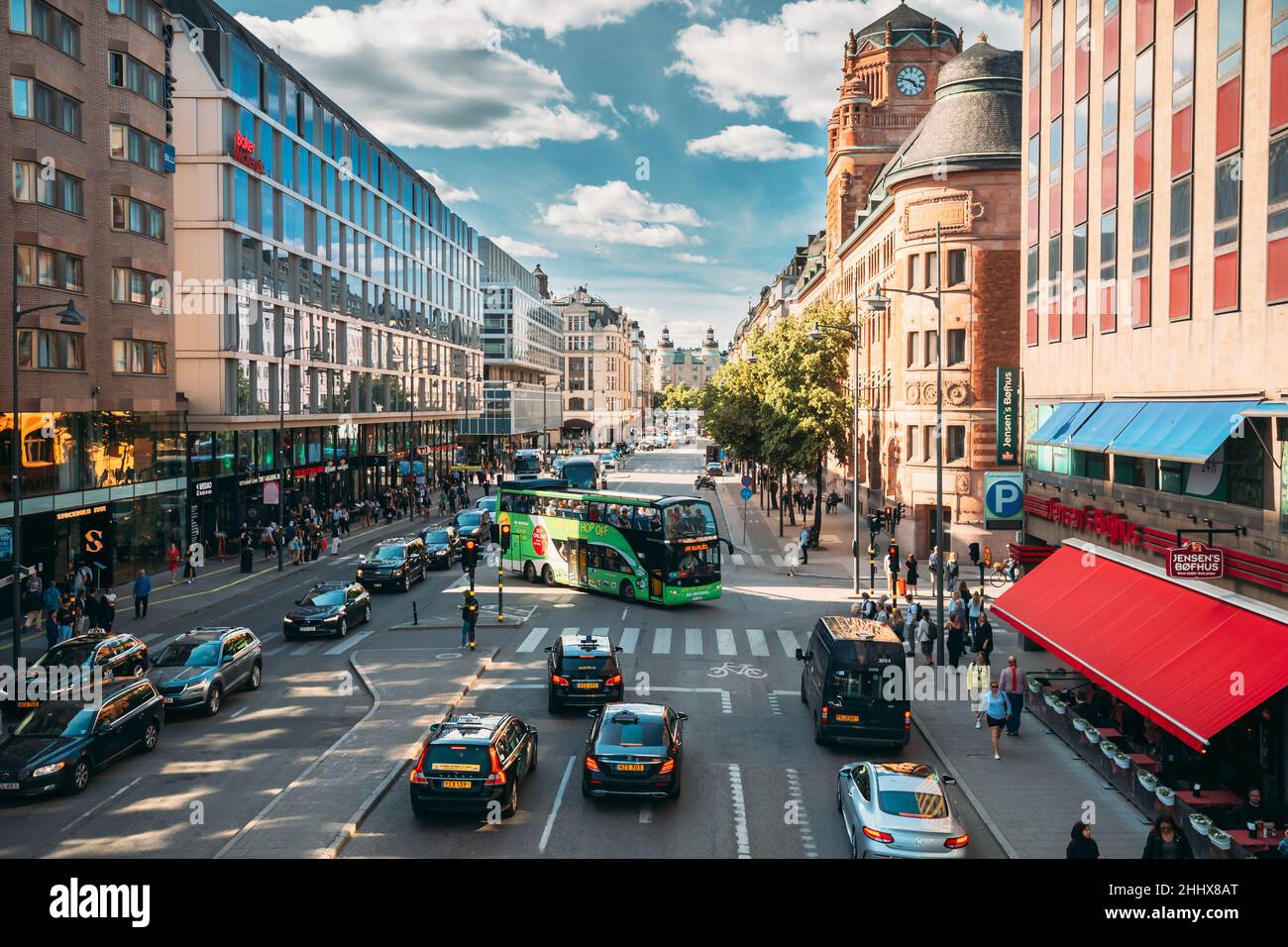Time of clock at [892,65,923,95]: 4:47
